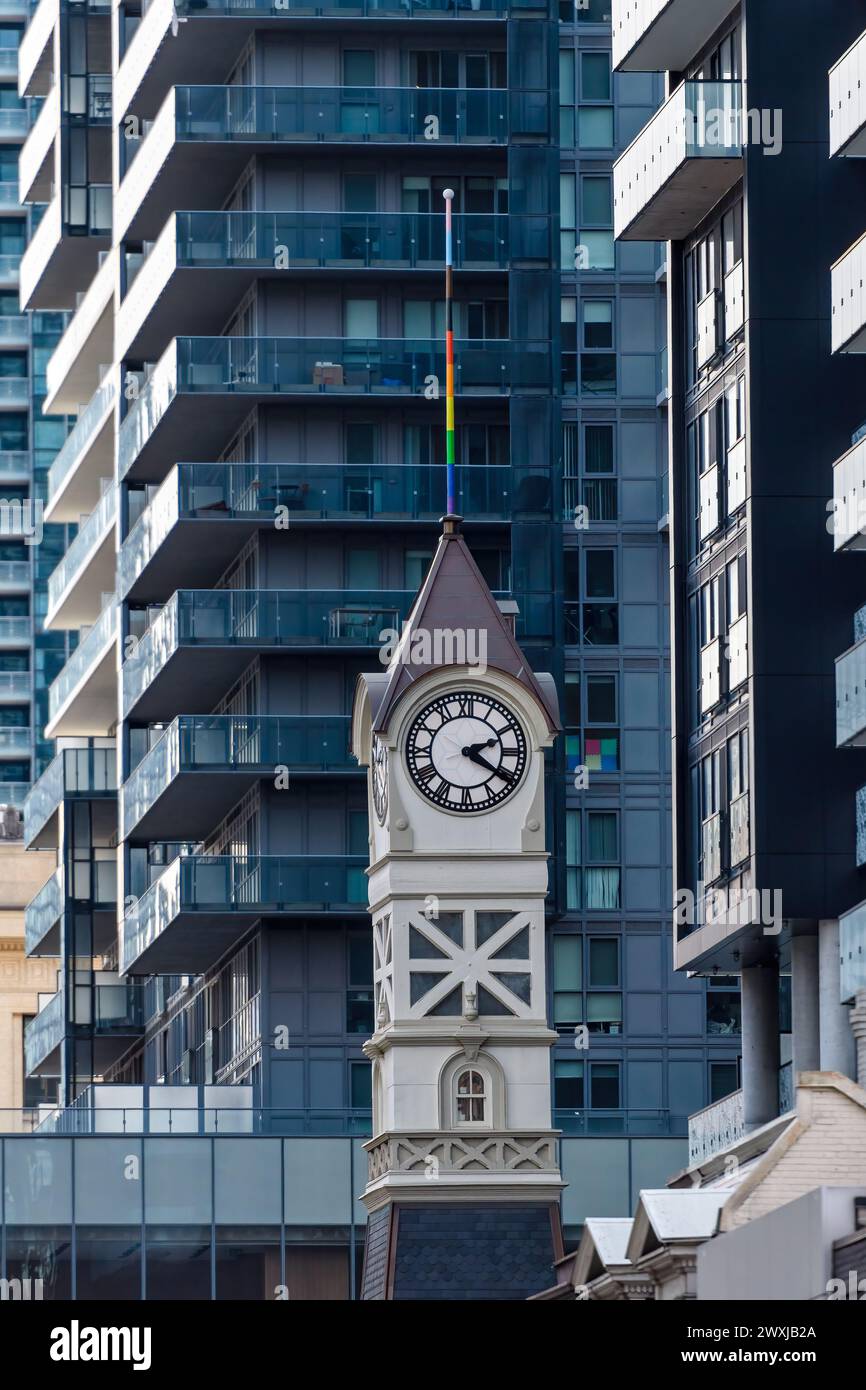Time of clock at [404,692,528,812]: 2:20
